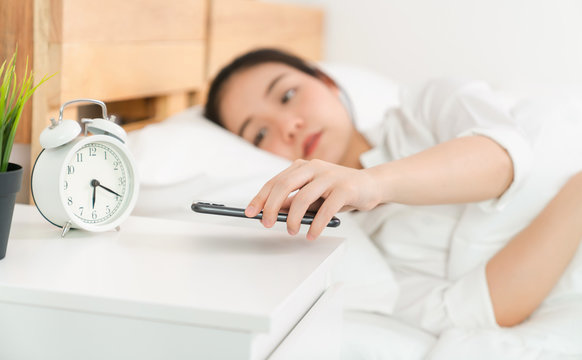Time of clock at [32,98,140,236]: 6:19
